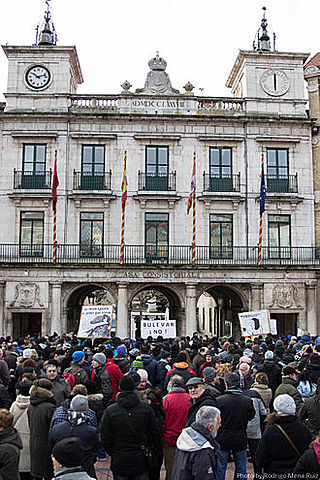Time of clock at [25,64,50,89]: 10:12
